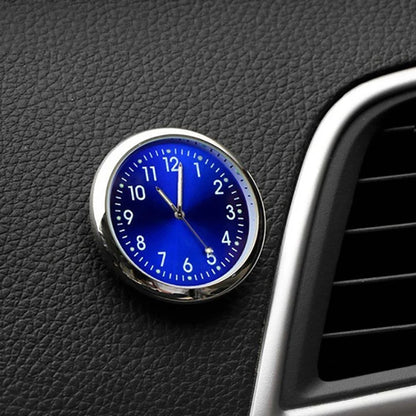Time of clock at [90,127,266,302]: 11:01
